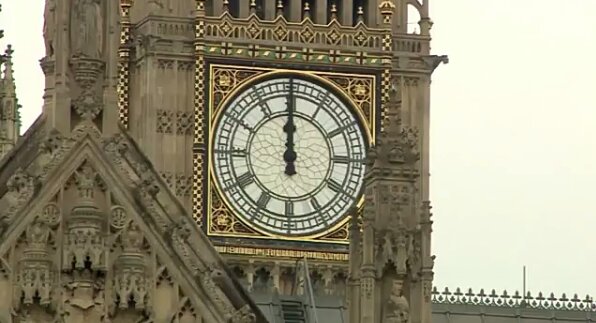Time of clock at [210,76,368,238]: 11:59
